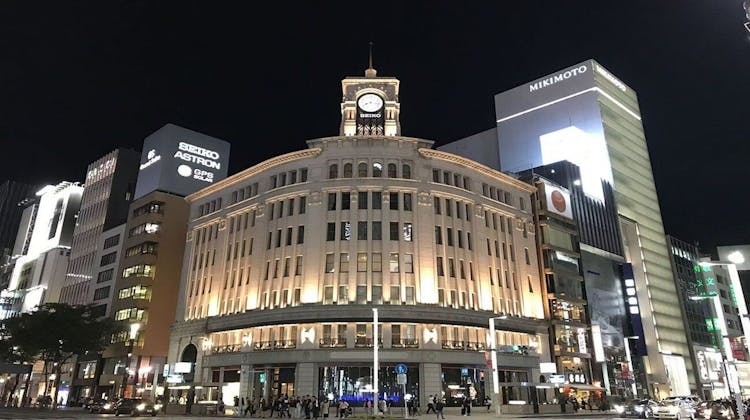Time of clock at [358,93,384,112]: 8:16
